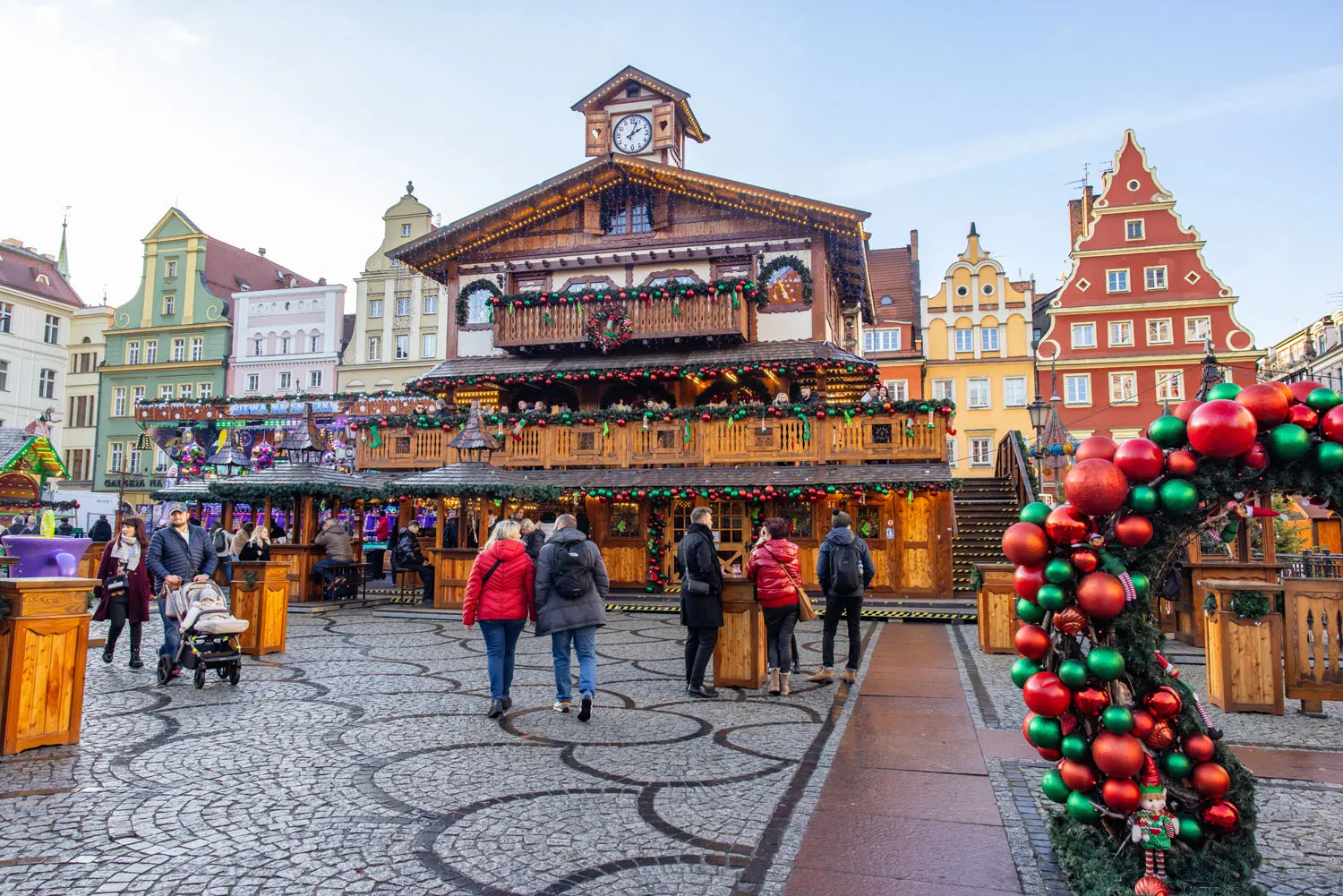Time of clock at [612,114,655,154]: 2:03
